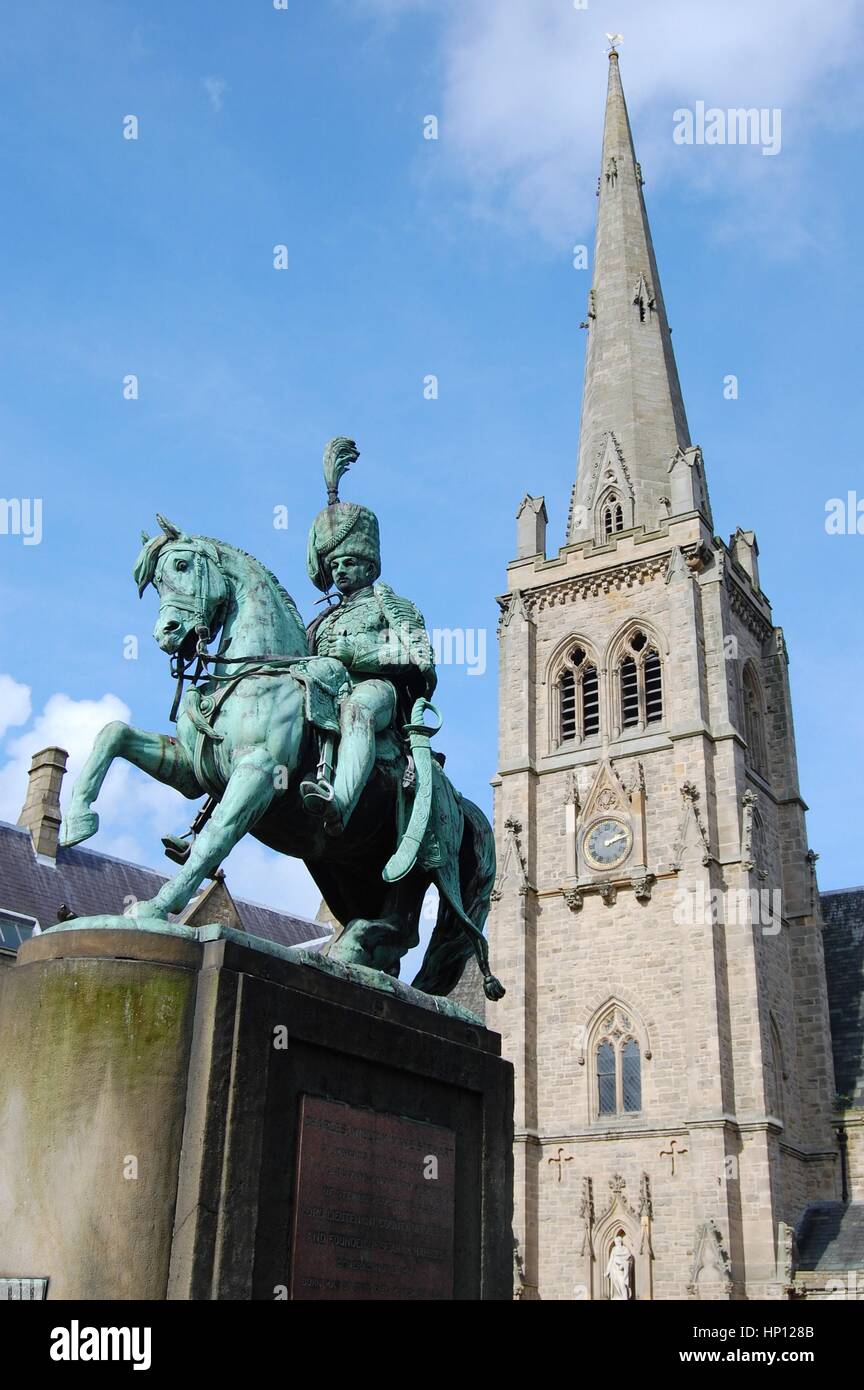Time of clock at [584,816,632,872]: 2:12
